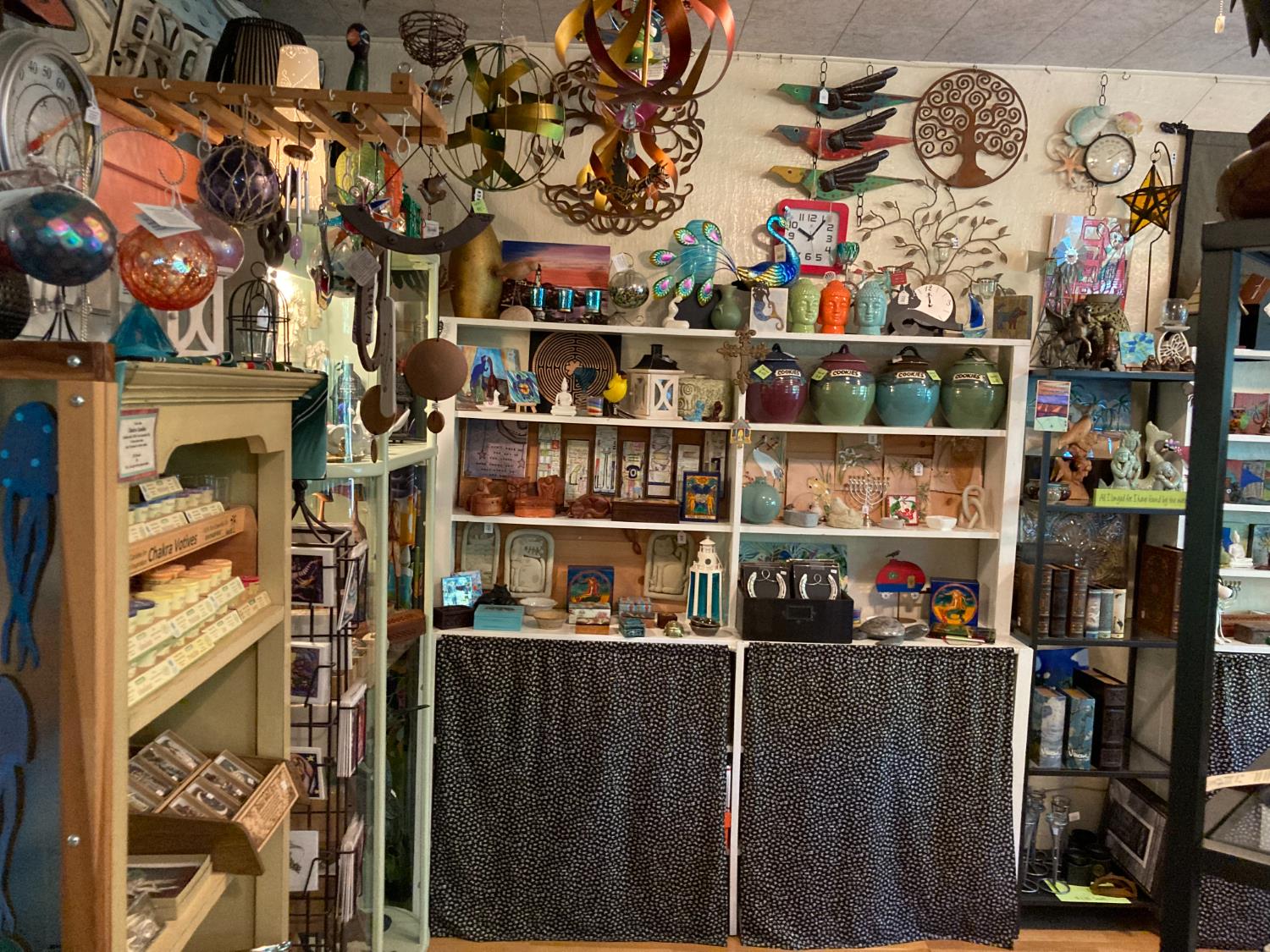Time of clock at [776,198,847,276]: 10:06
